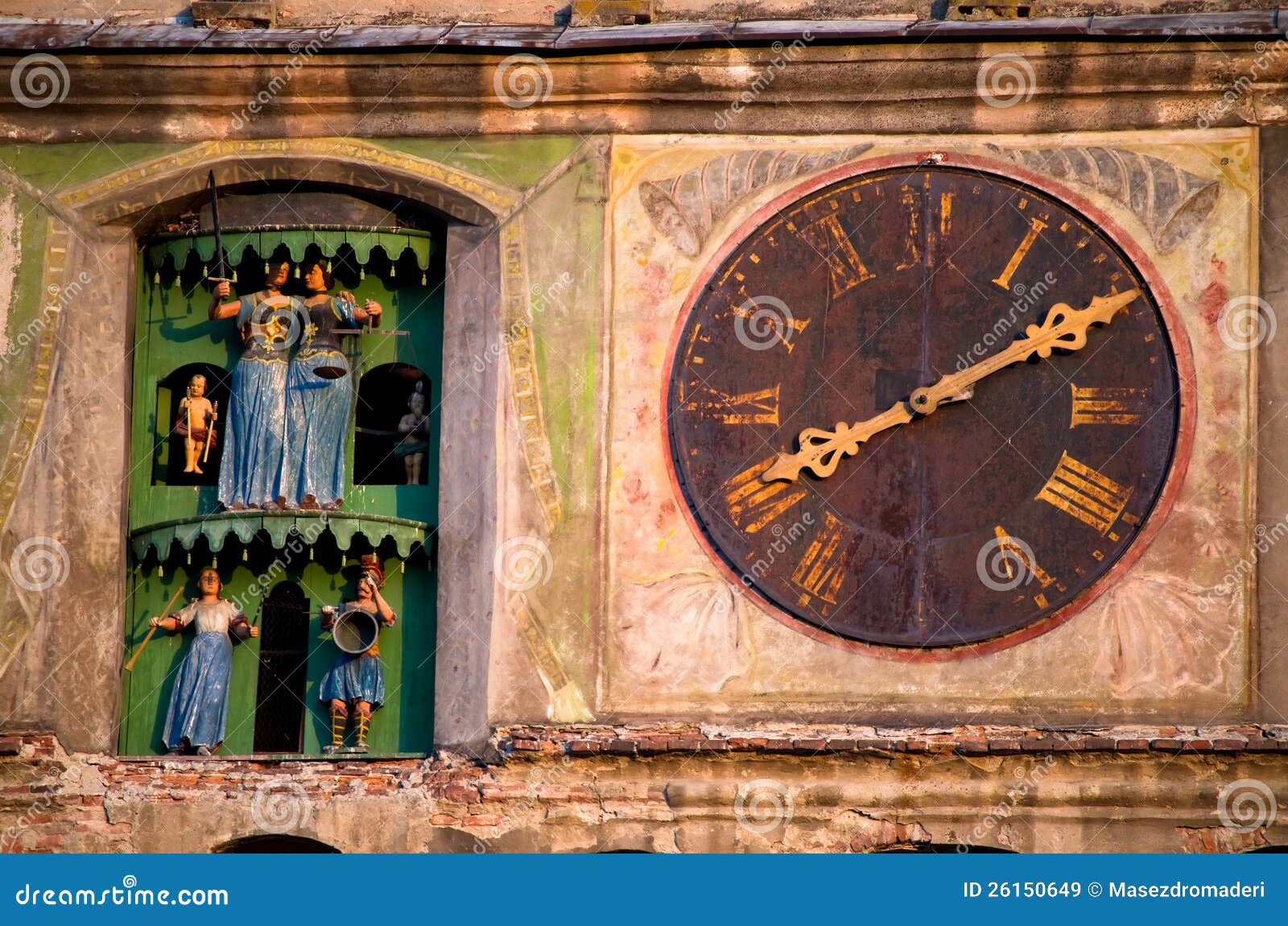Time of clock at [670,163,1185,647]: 8:09
